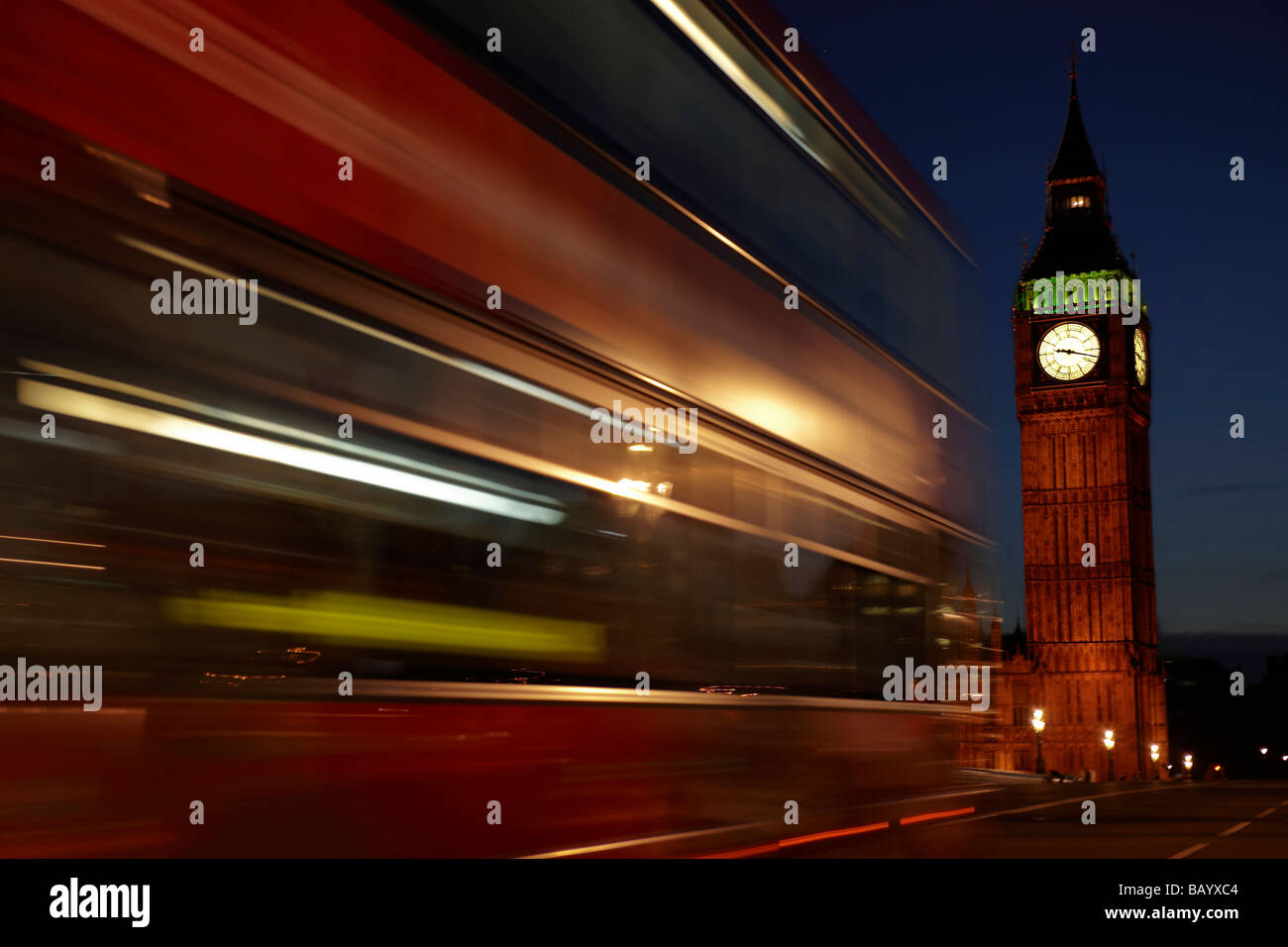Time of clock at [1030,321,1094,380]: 9:17
